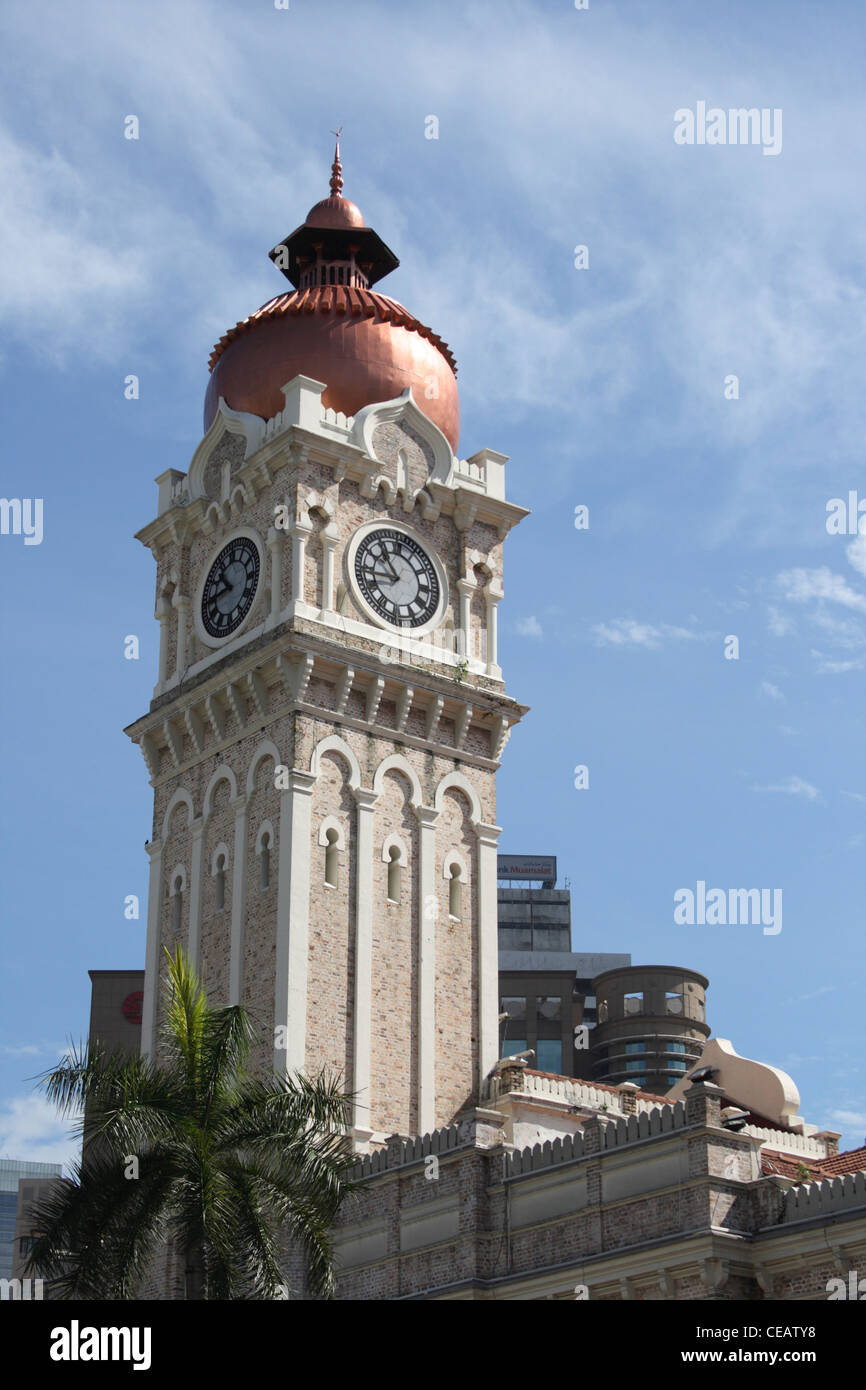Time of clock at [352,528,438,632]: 10:43
